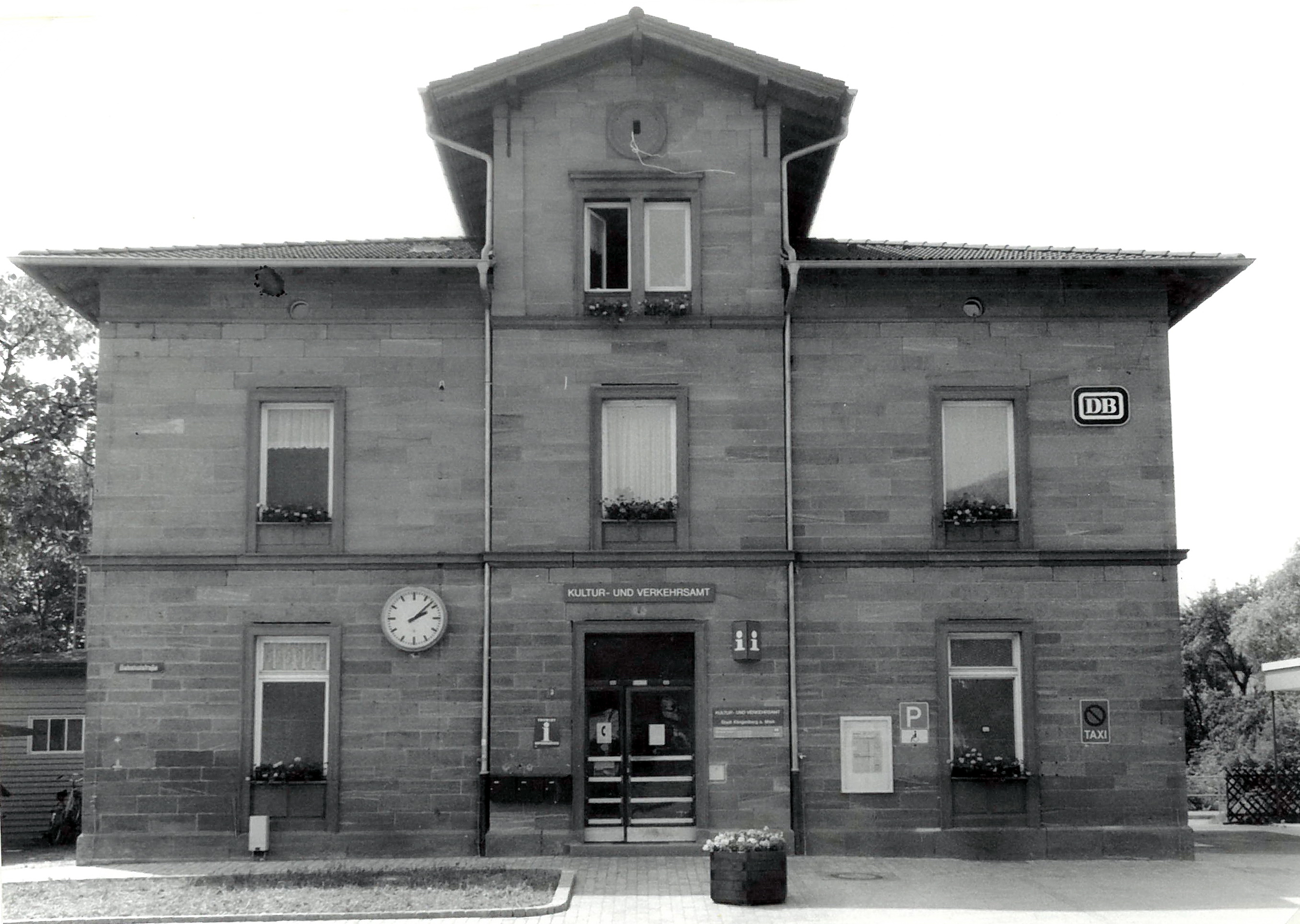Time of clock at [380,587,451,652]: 2:07
